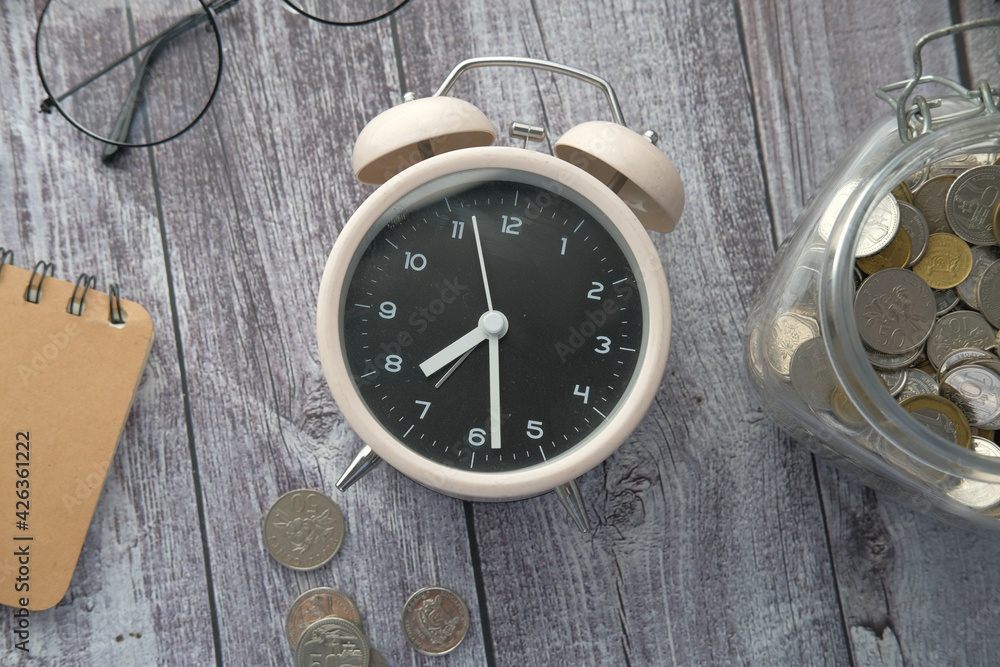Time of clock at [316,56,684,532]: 7:28
